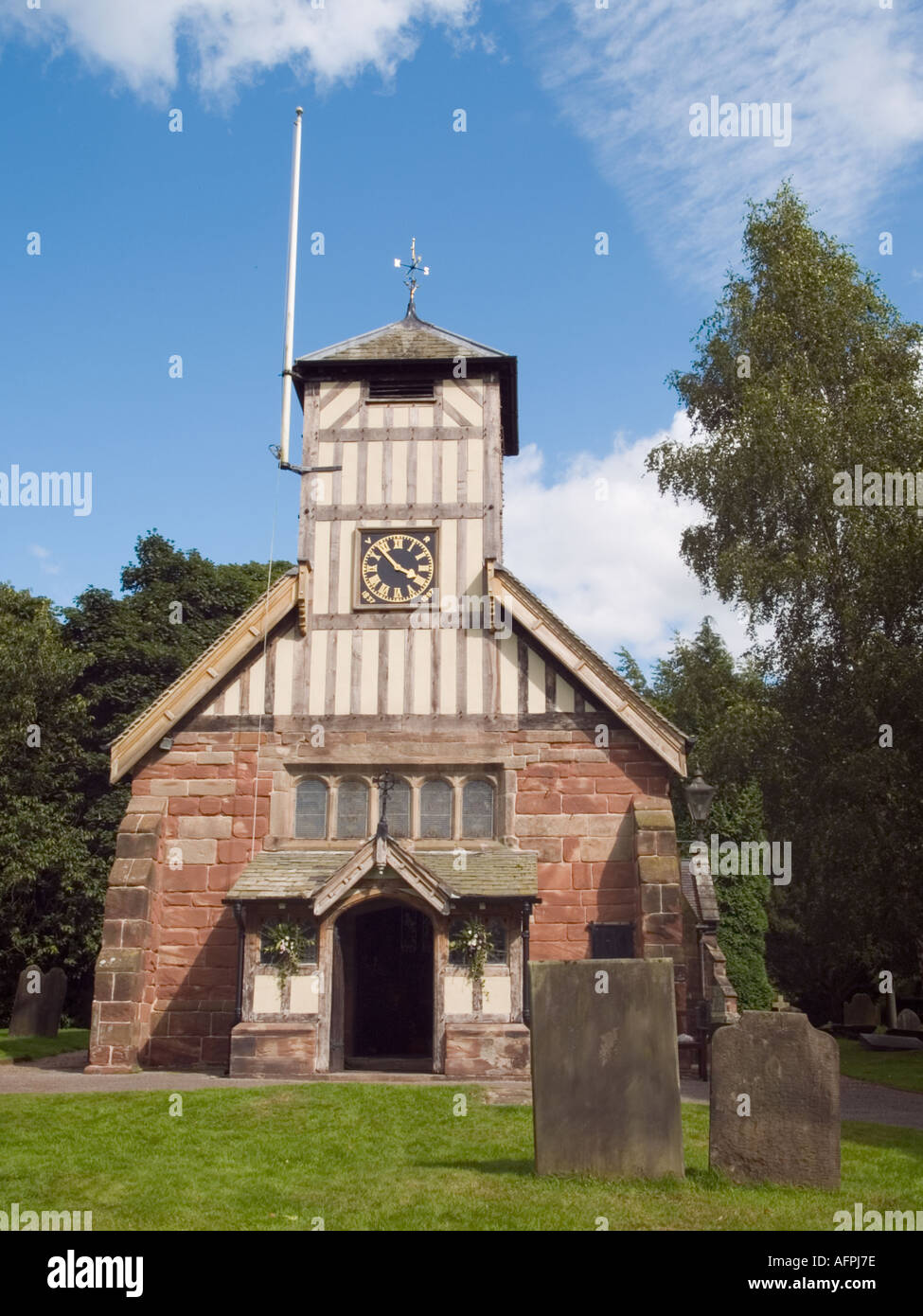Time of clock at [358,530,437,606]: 3:52
